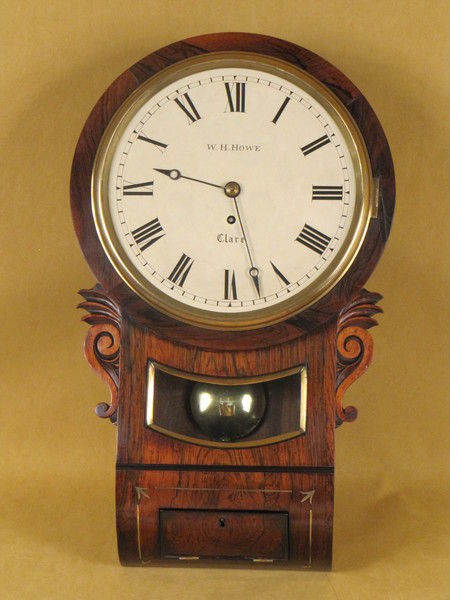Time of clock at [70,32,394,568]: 9:27
